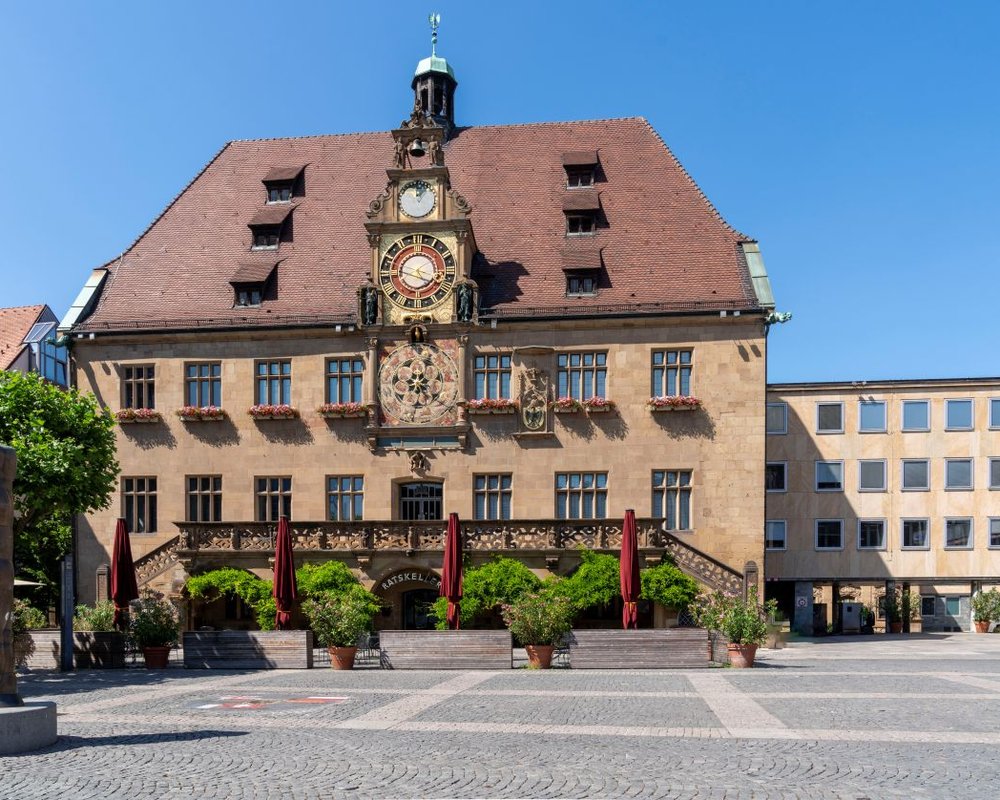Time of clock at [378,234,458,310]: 3:46
